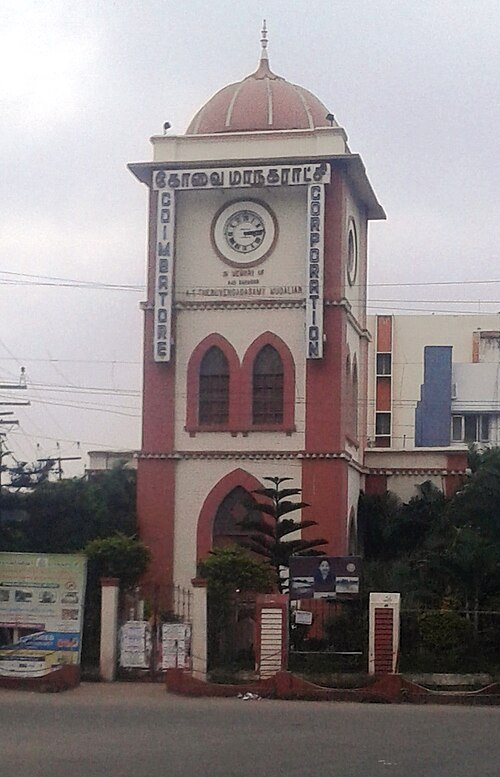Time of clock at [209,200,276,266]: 3:13
